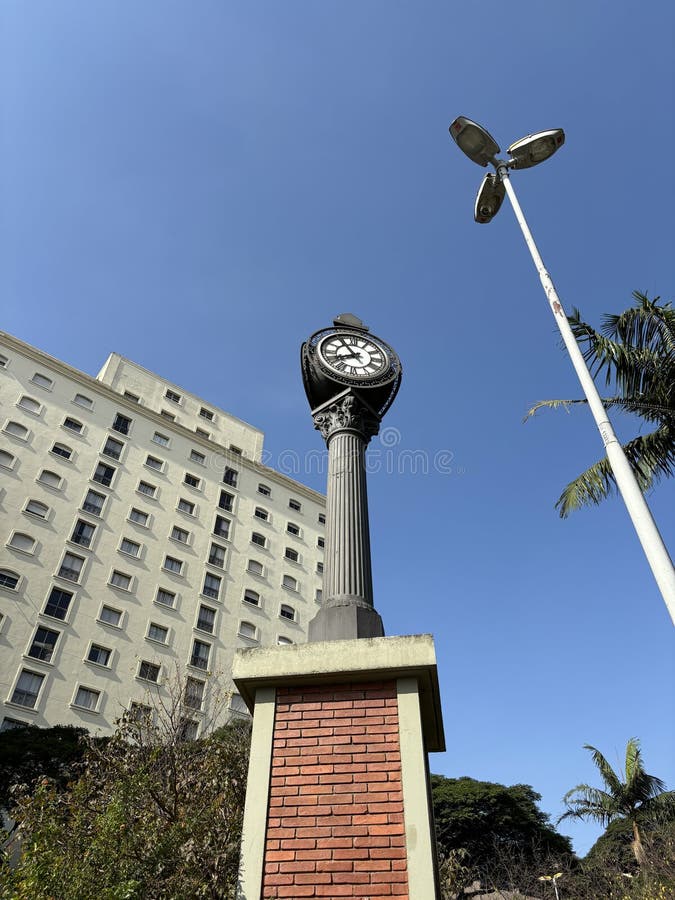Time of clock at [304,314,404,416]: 7:54
